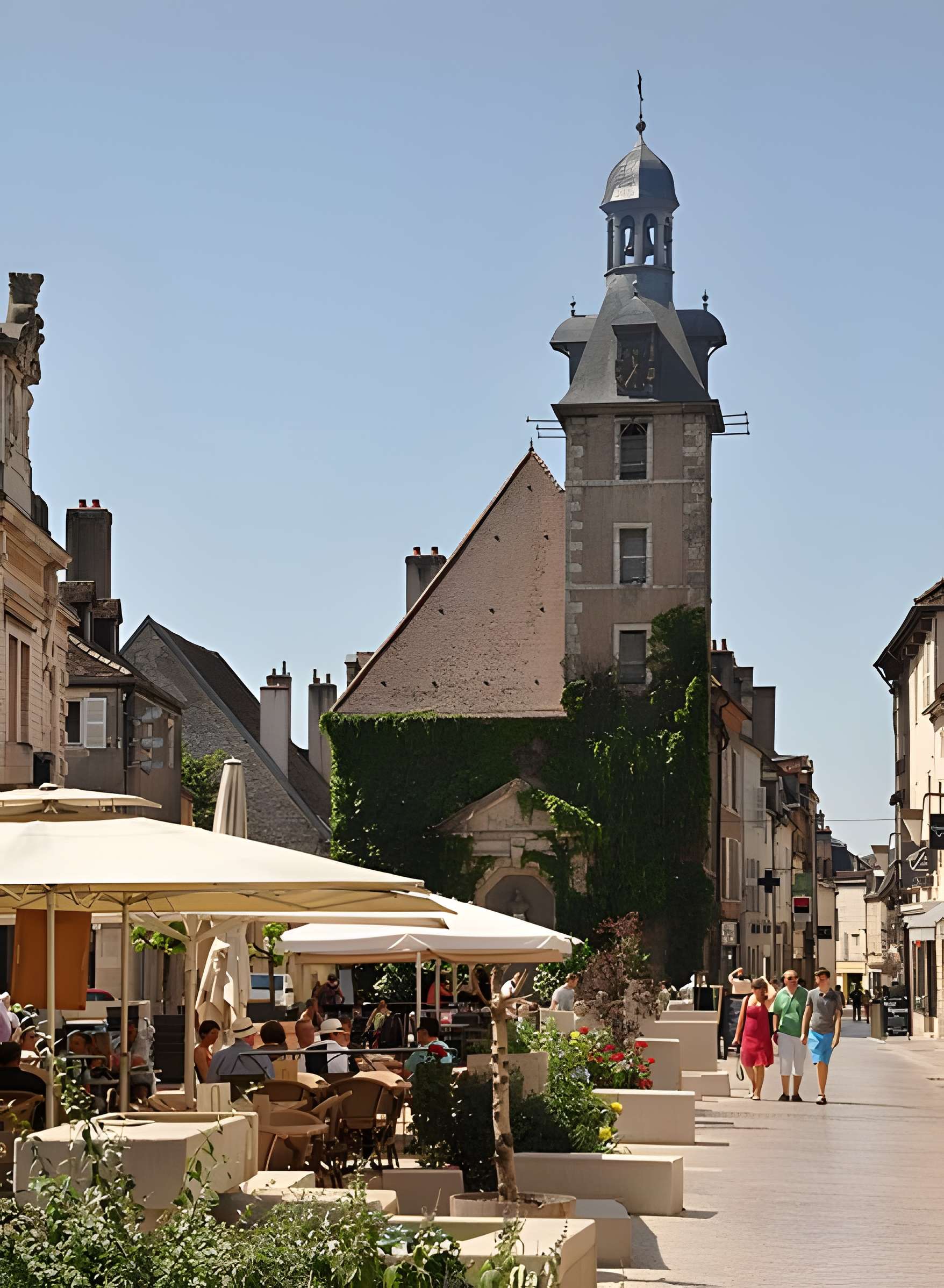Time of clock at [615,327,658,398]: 11:35
